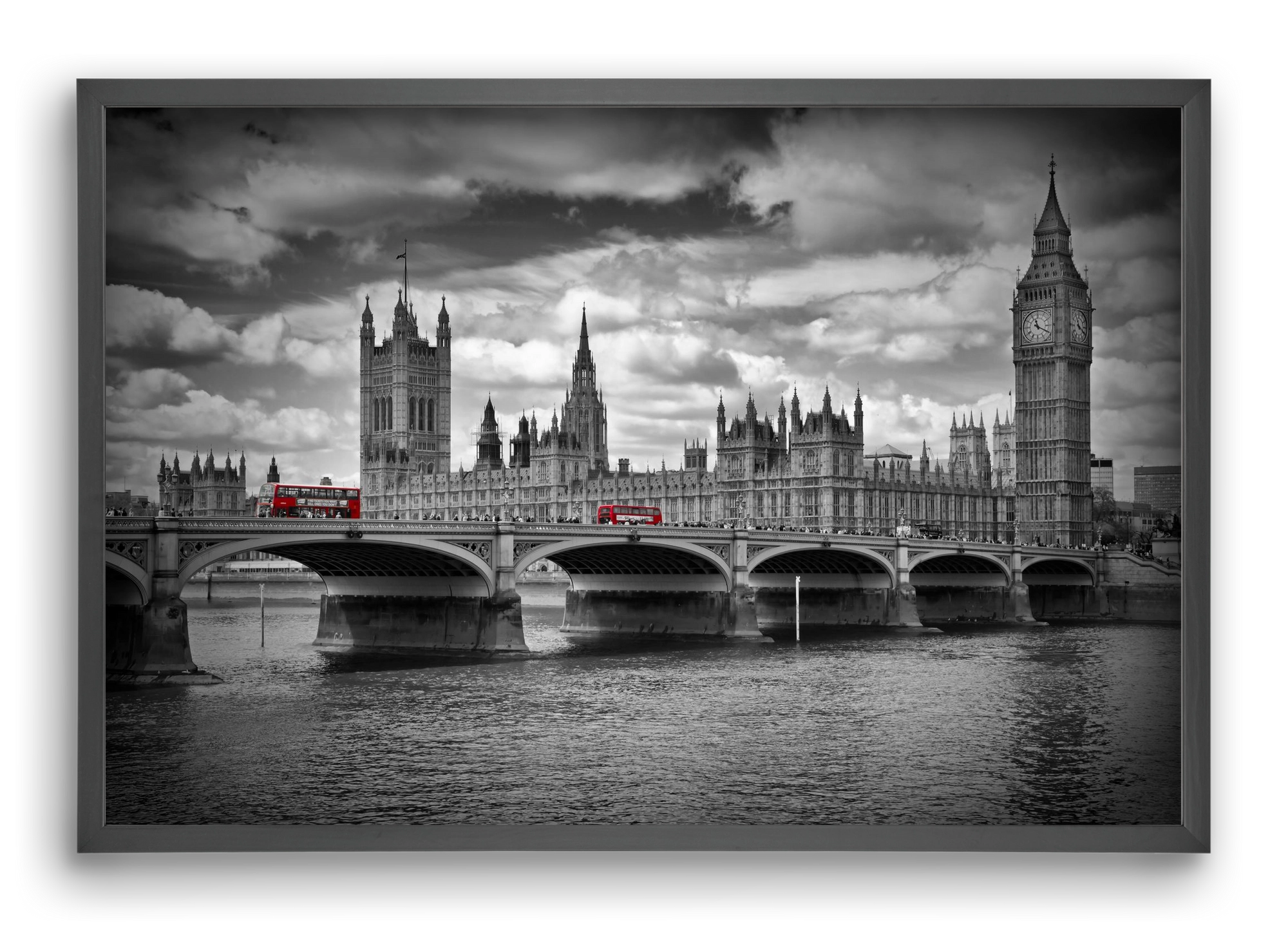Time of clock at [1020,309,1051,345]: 11:19
